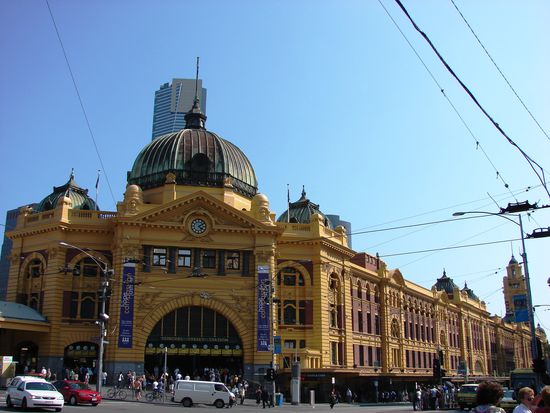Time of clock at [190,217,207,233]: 4:09
